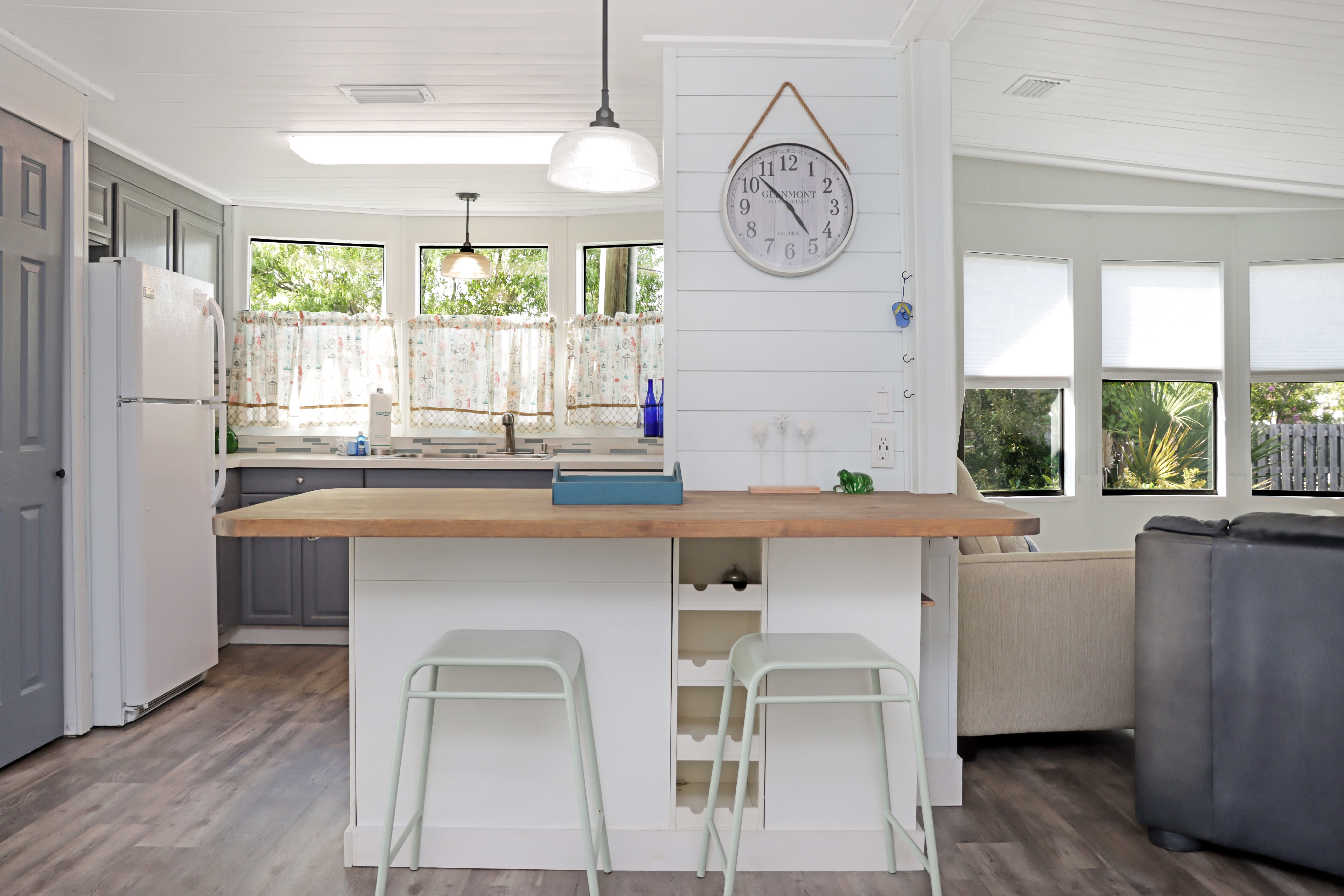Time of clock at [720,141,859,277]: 4:52
